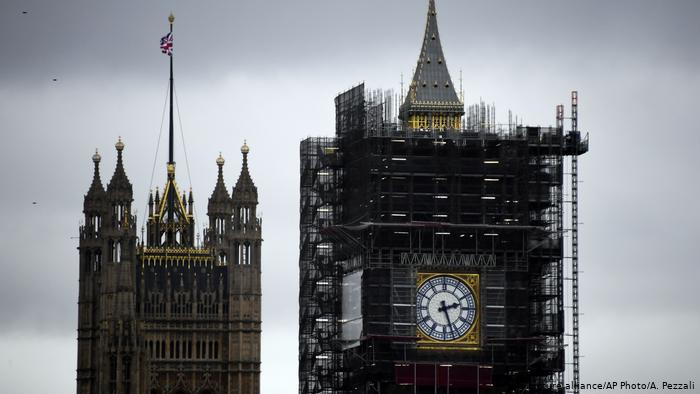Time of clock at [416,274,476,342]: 2:26
